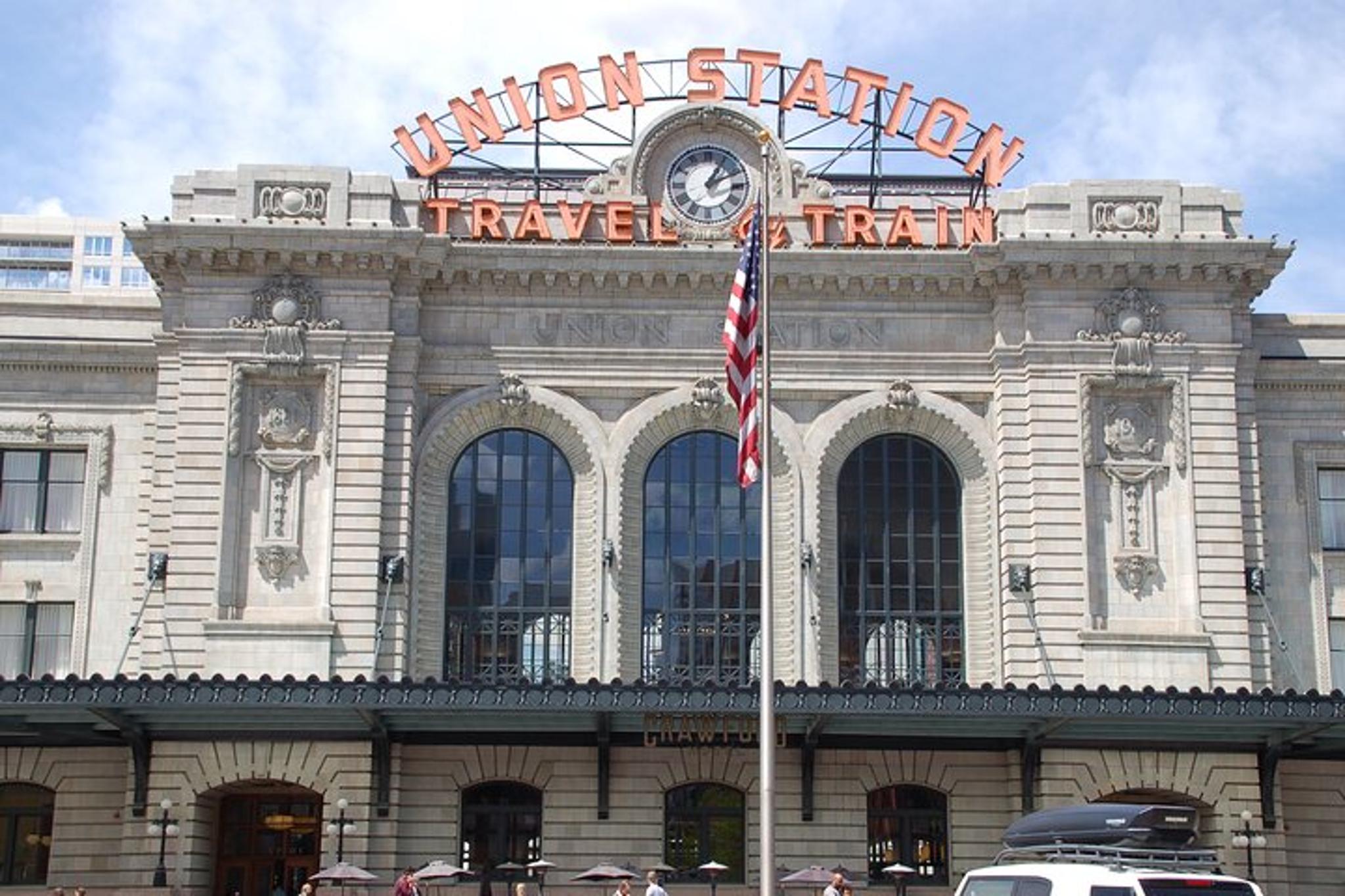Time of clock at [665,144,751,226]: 1:11
